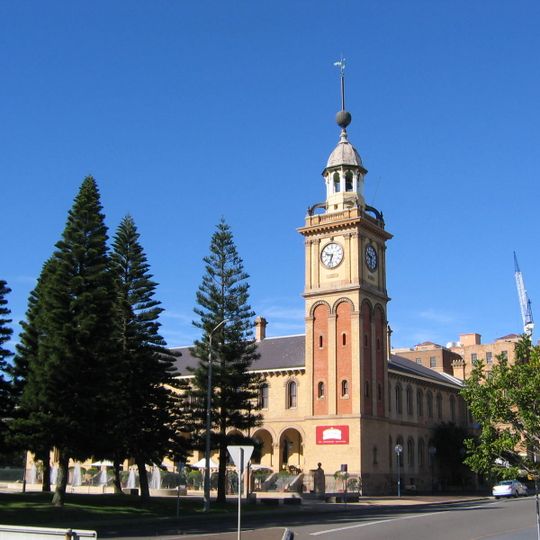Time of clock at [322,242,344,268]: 9:33
